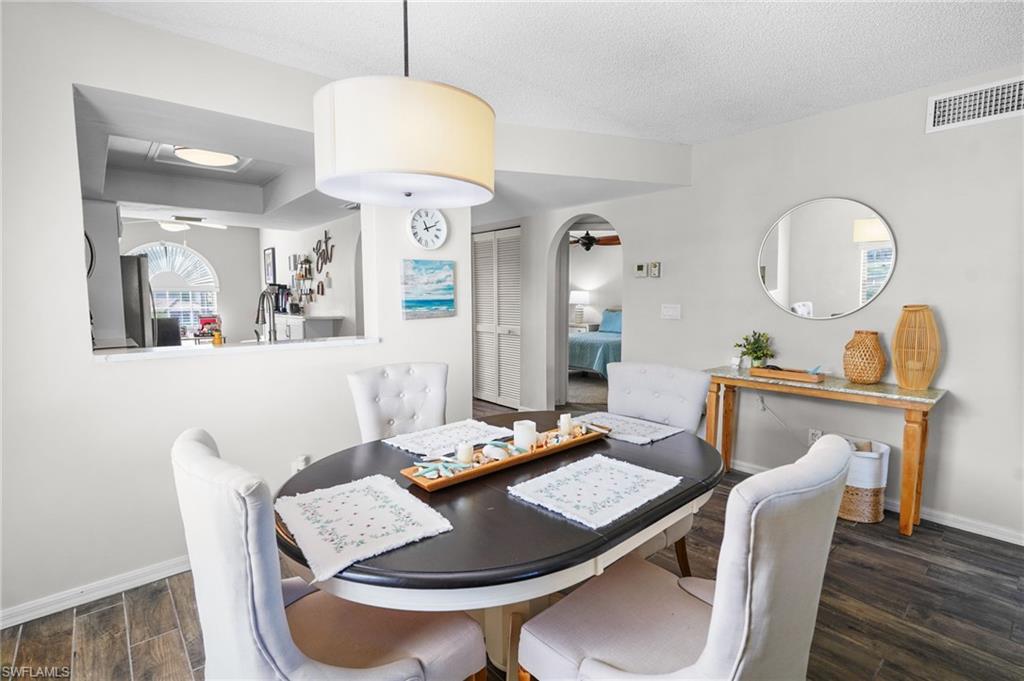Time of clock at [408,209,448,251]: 11:11
